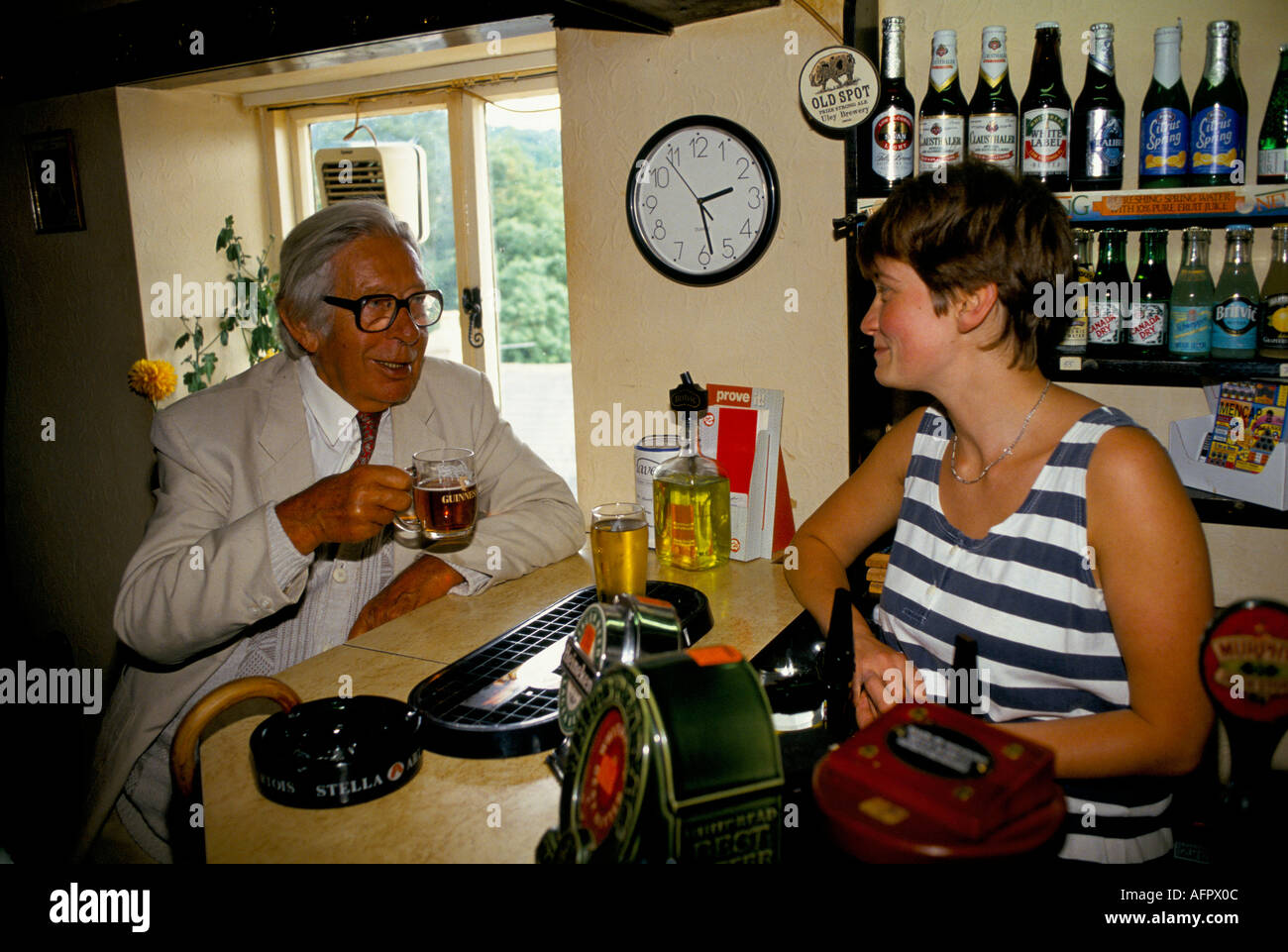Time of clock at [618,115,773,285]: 2:28
